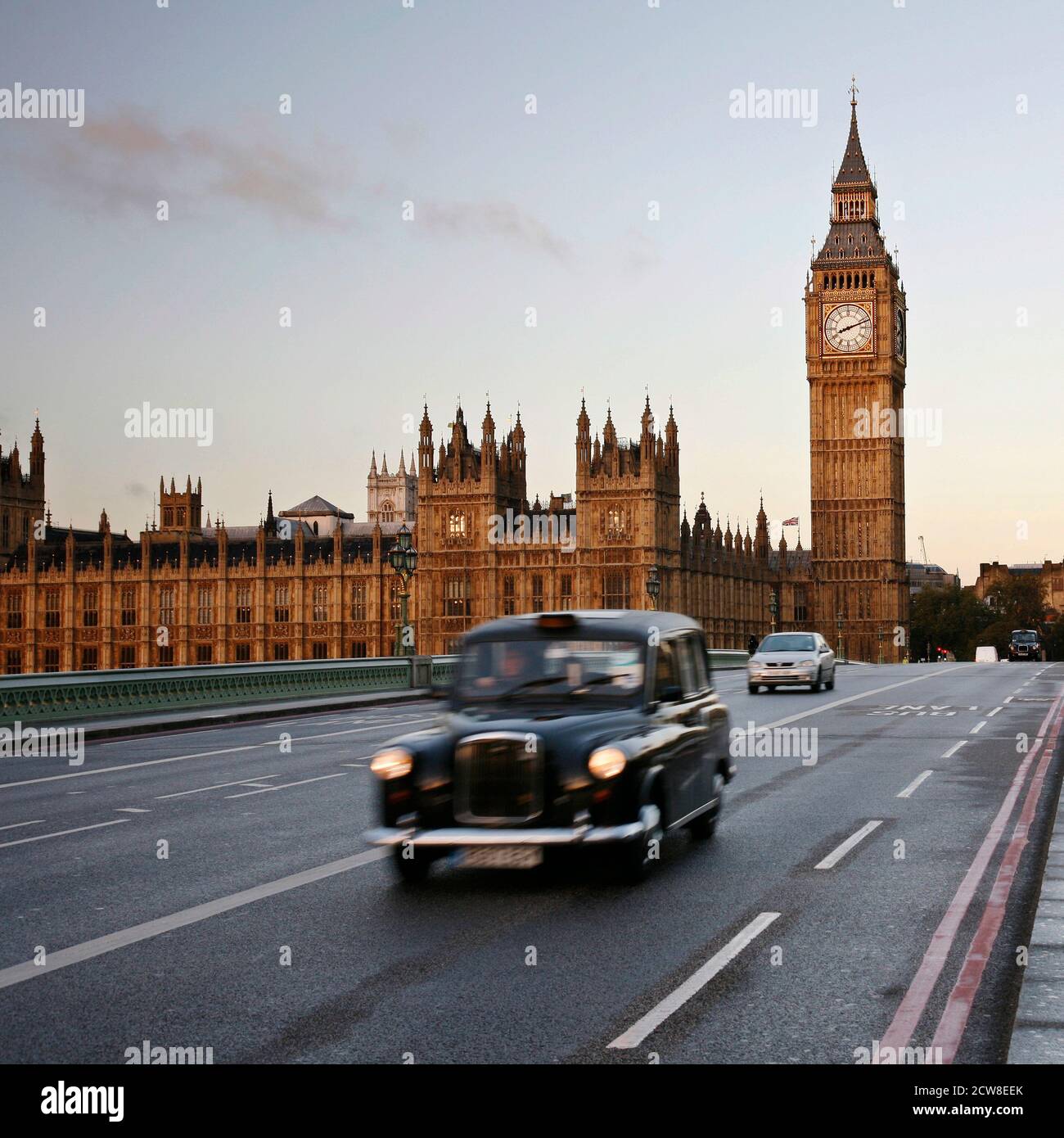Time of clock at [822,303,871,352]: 8:11
